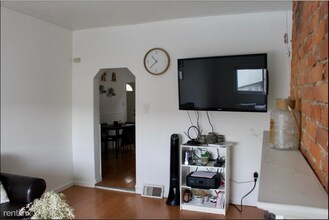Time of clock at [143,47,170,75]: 10:37
